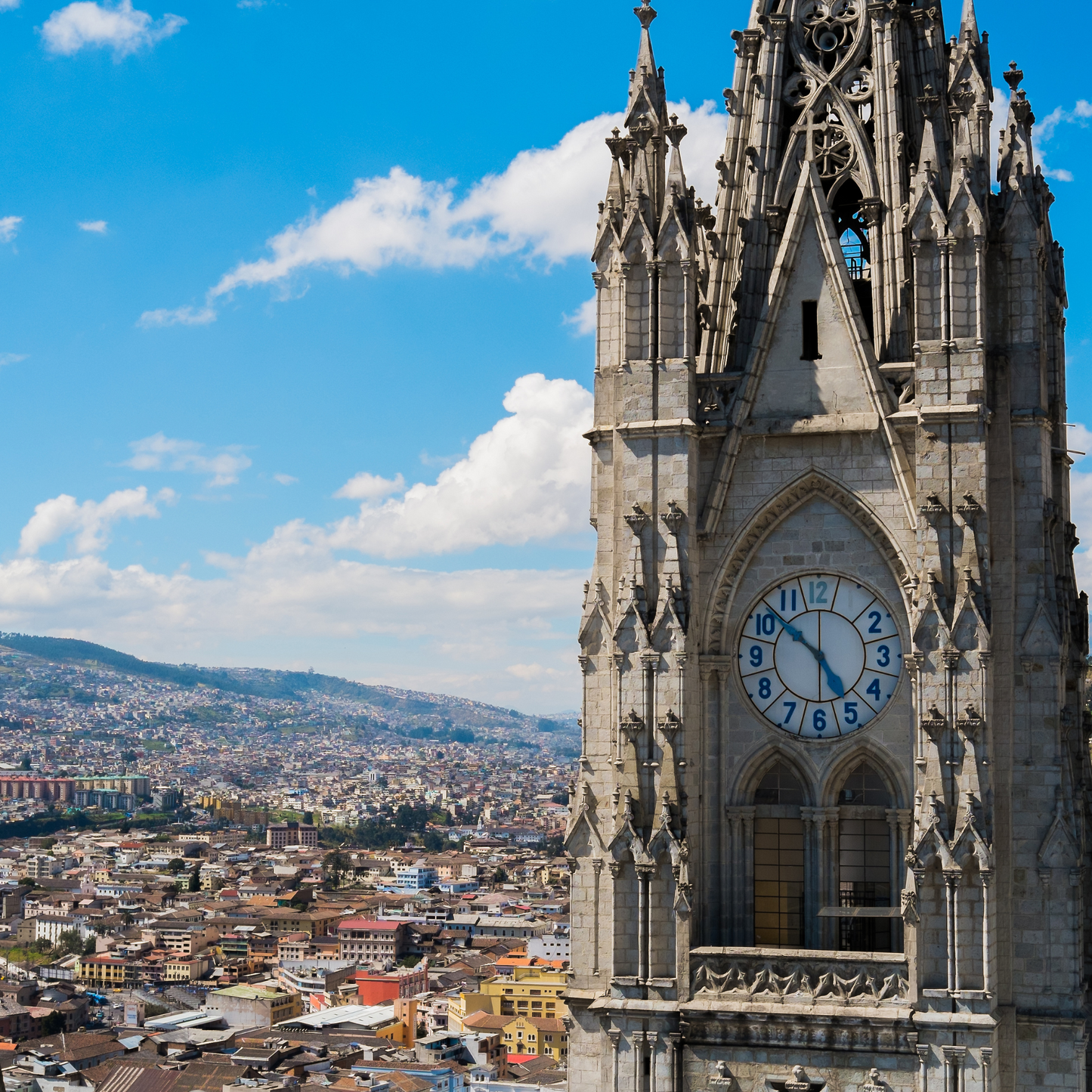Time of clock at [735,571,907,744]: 4:52
